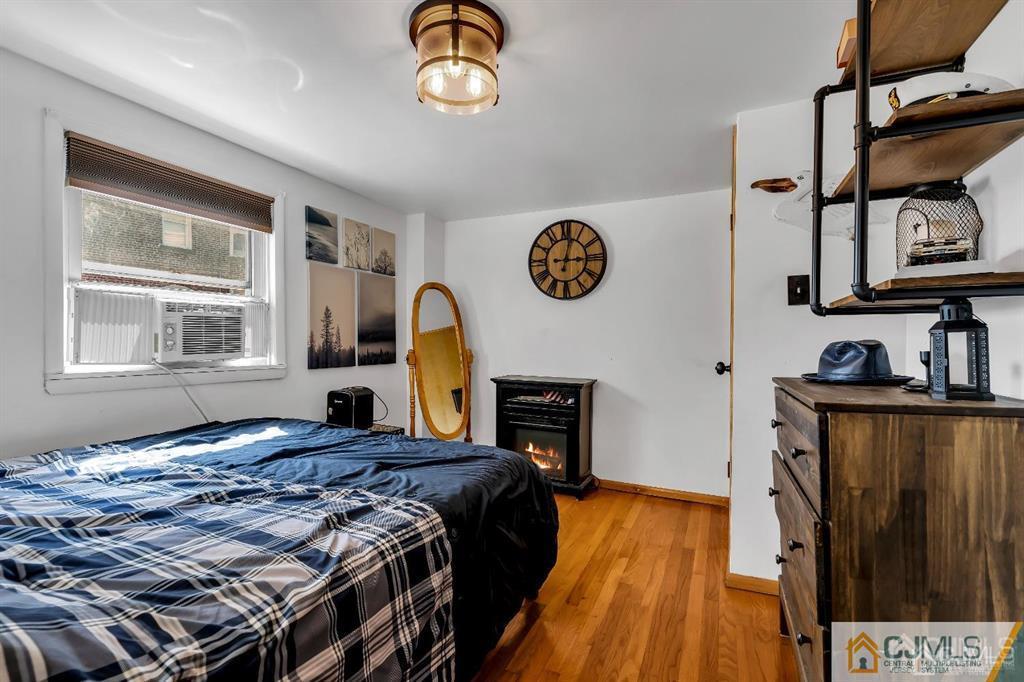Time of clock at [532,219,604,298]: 3:02
